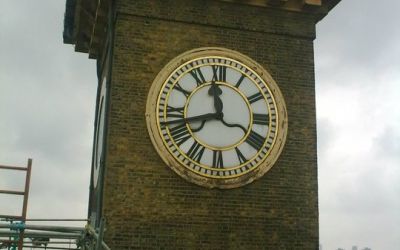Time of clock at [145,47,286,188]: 11:42
